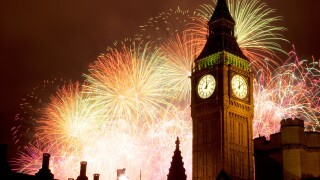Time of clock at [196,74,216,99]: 12:07
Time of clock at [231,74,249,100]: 12:07
